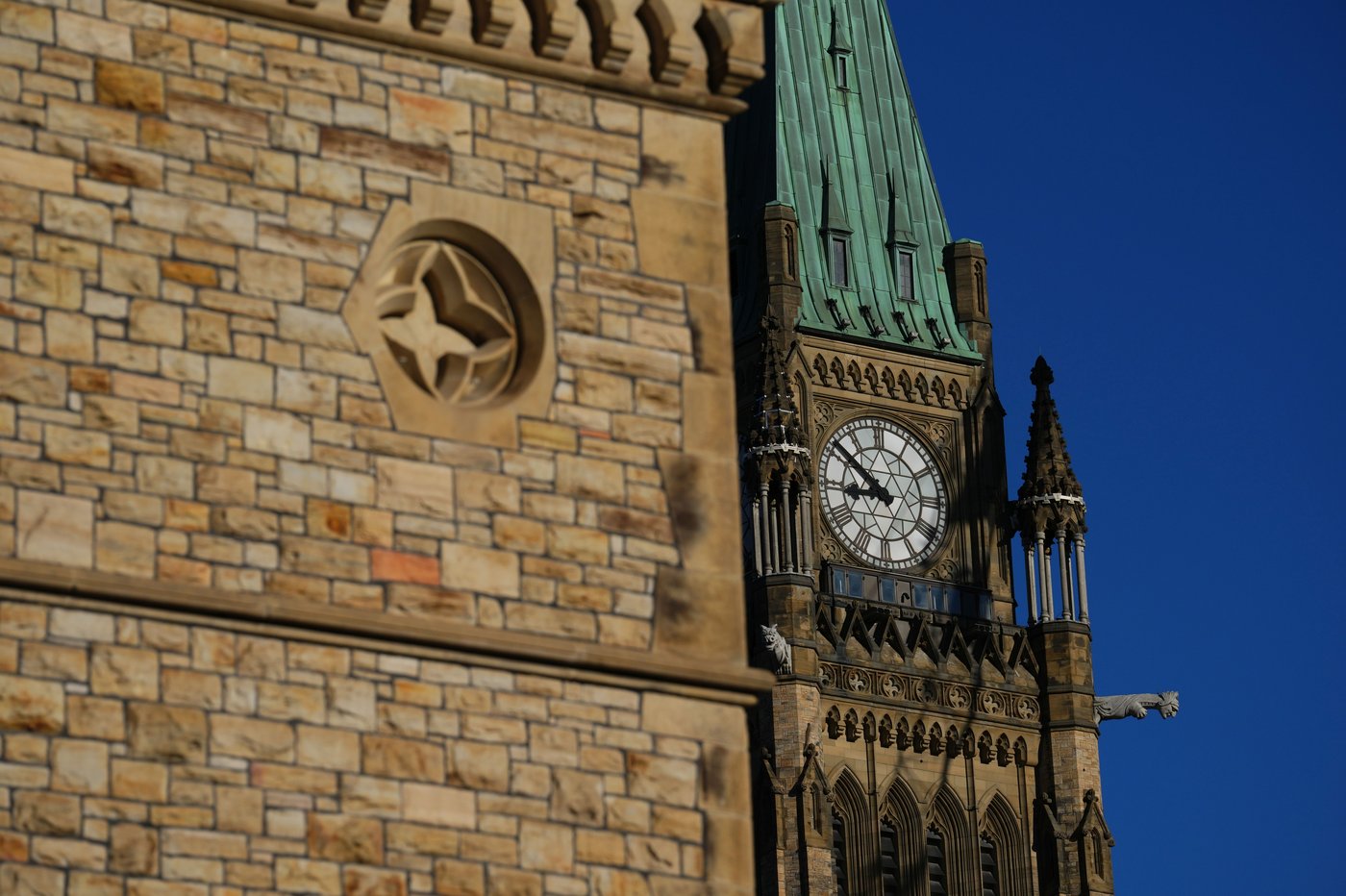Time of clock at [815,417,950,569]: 8:51
